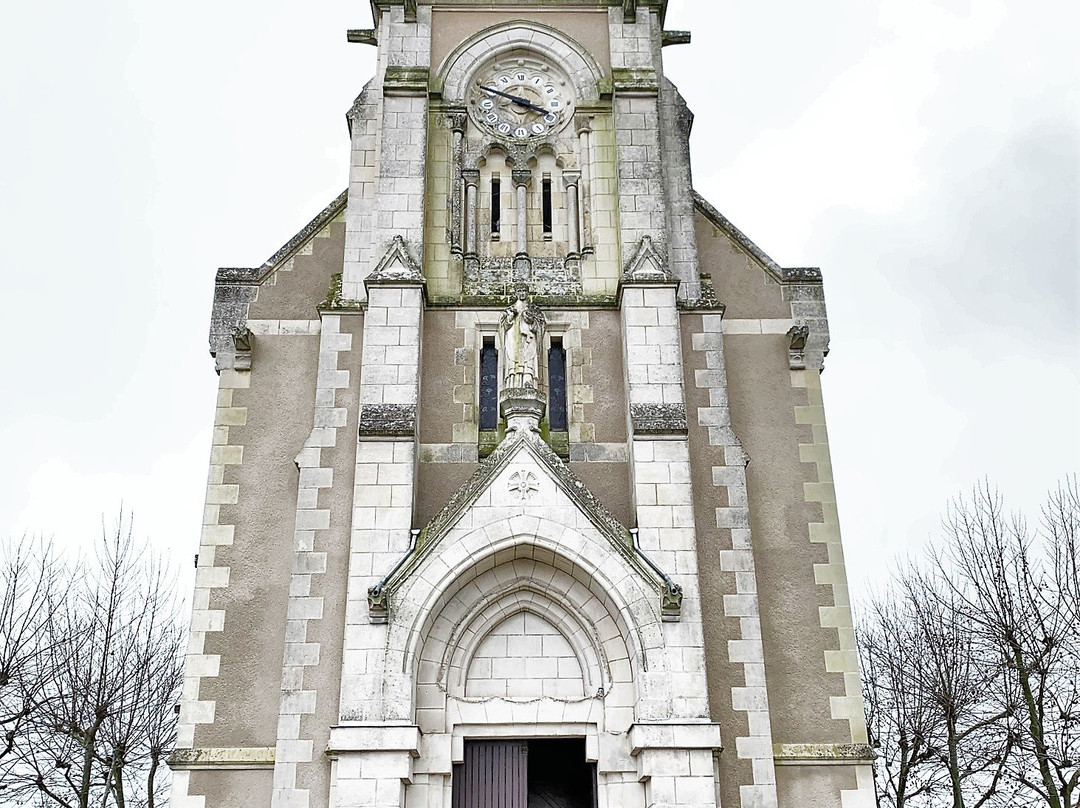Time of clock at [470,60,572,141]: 3:48
